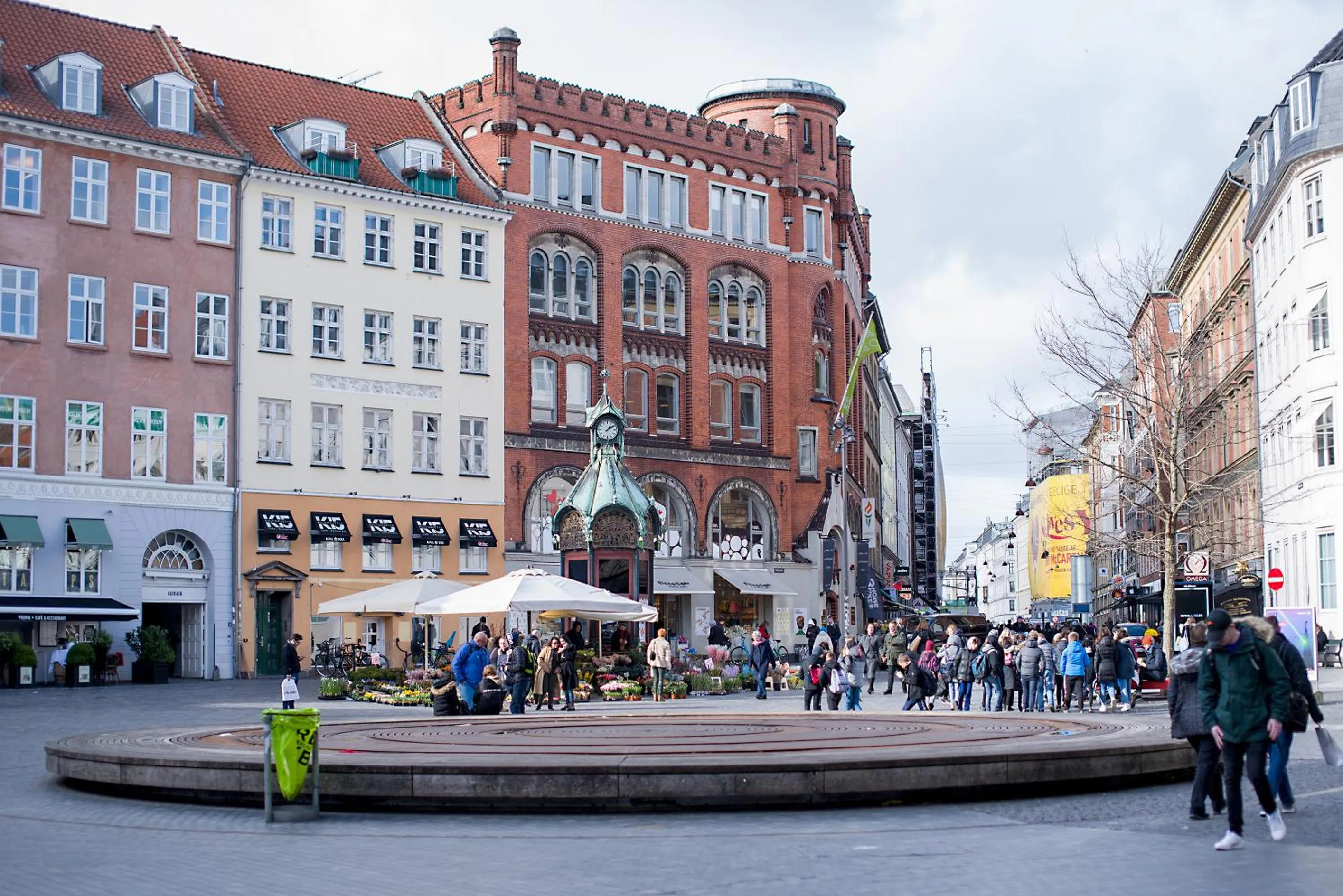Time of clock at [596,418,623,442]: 1:09
